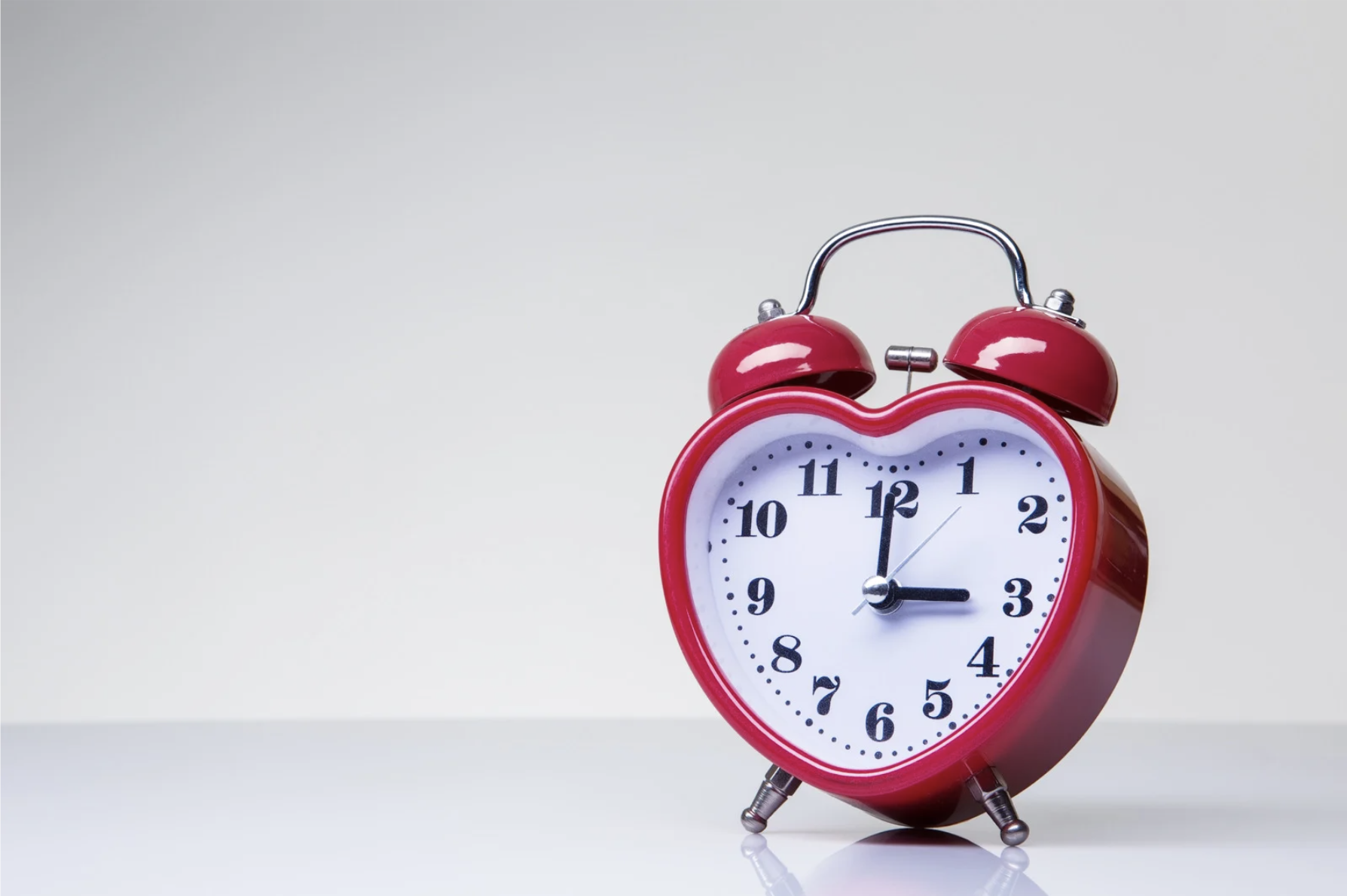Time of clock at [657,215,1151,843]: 3:00
